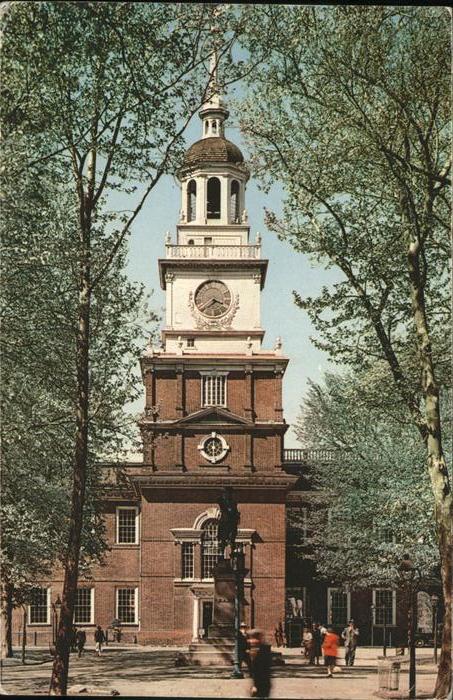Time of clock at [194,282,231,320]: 3:38
